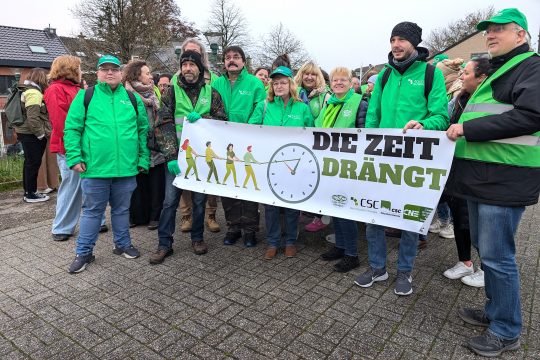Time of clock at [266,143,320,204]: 12:52
